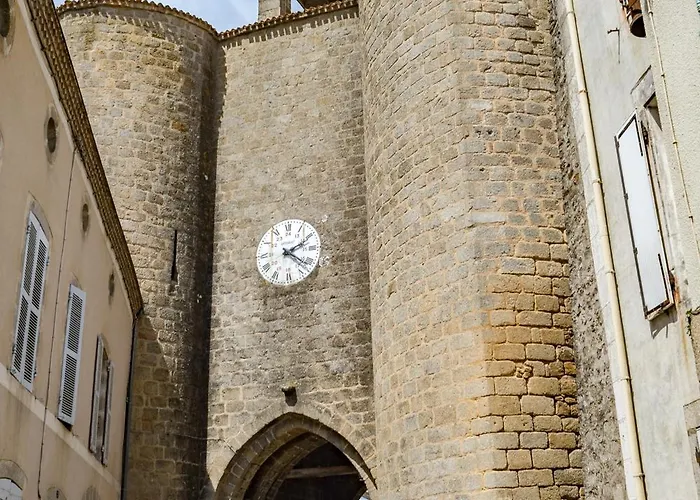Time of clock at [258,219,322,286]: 4:10
